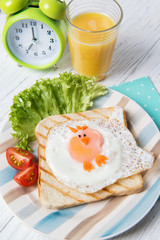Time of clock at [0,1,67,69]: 6:59
